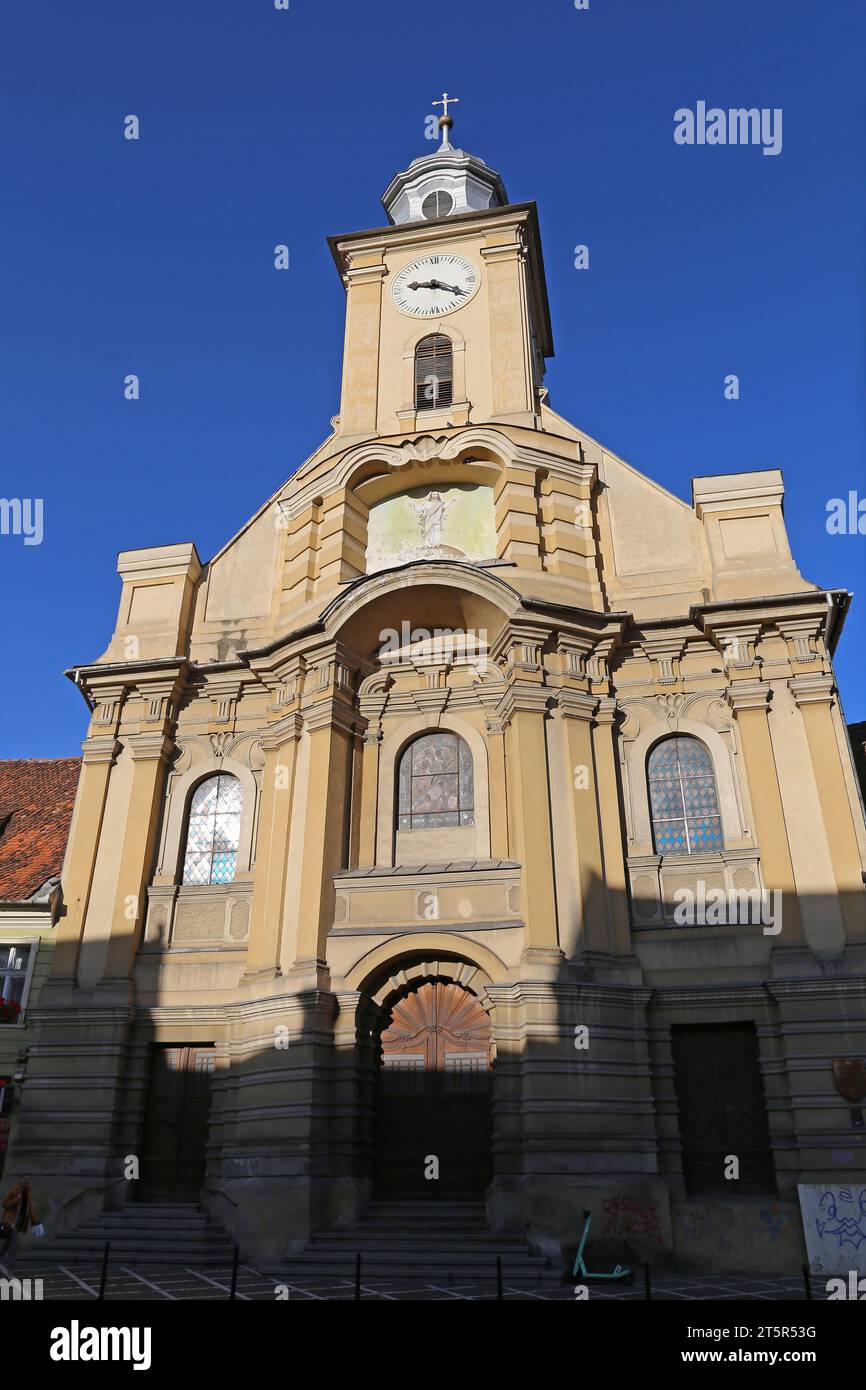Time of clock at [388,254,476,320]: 9:20
